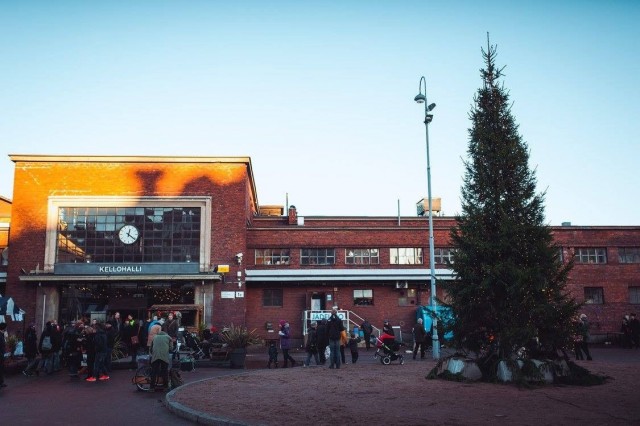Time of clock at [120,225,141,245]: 12:21
